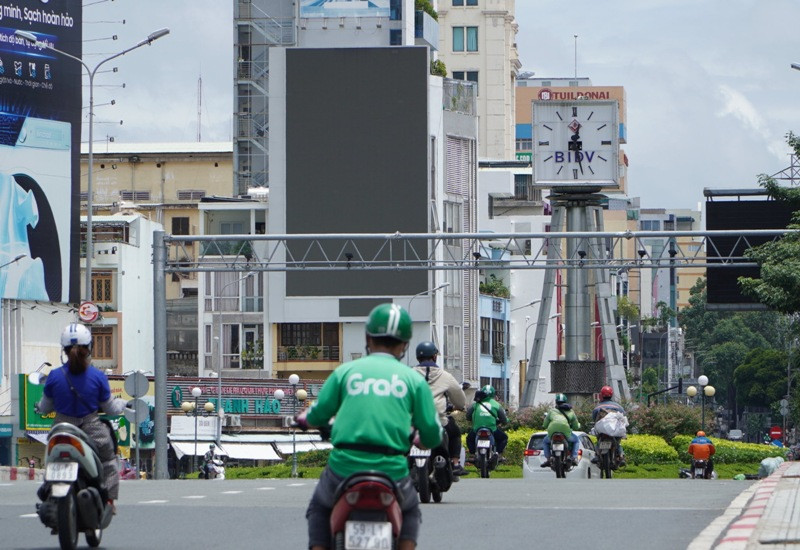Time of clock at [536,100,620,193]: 12:28
